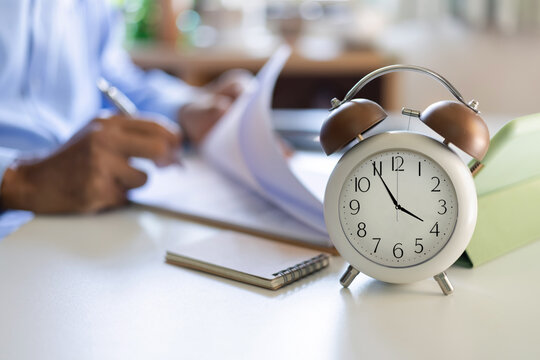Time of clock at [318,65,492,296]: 3:54
